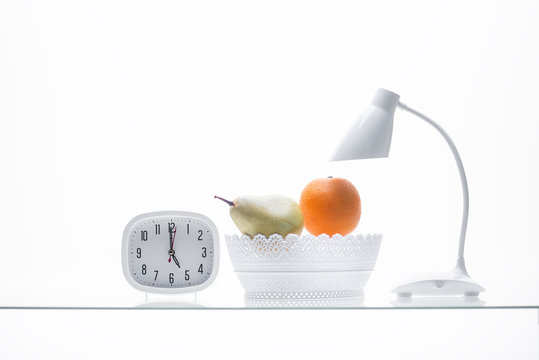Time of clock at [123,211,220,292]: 4:59
